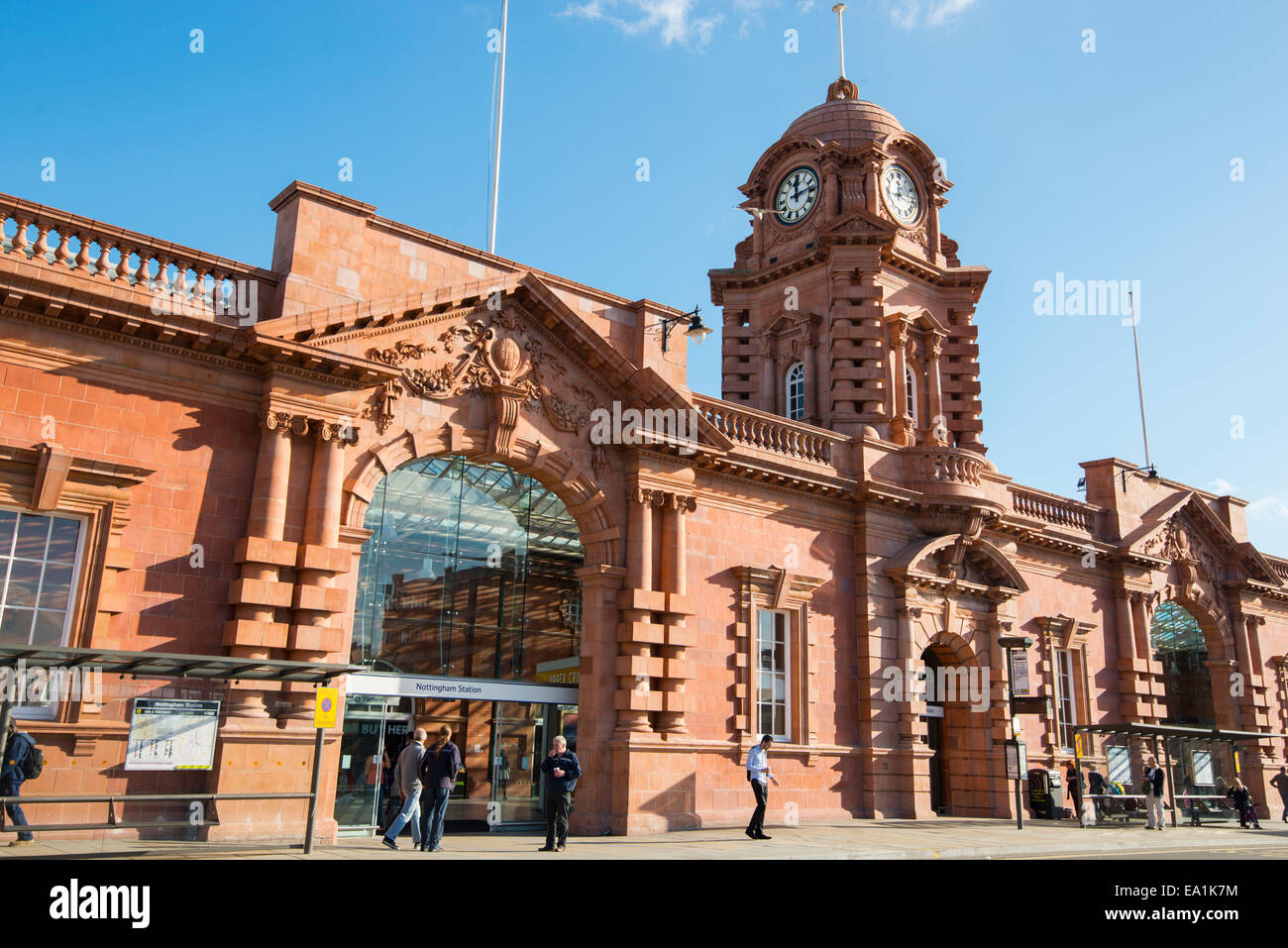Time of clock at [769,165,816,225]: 12:13
